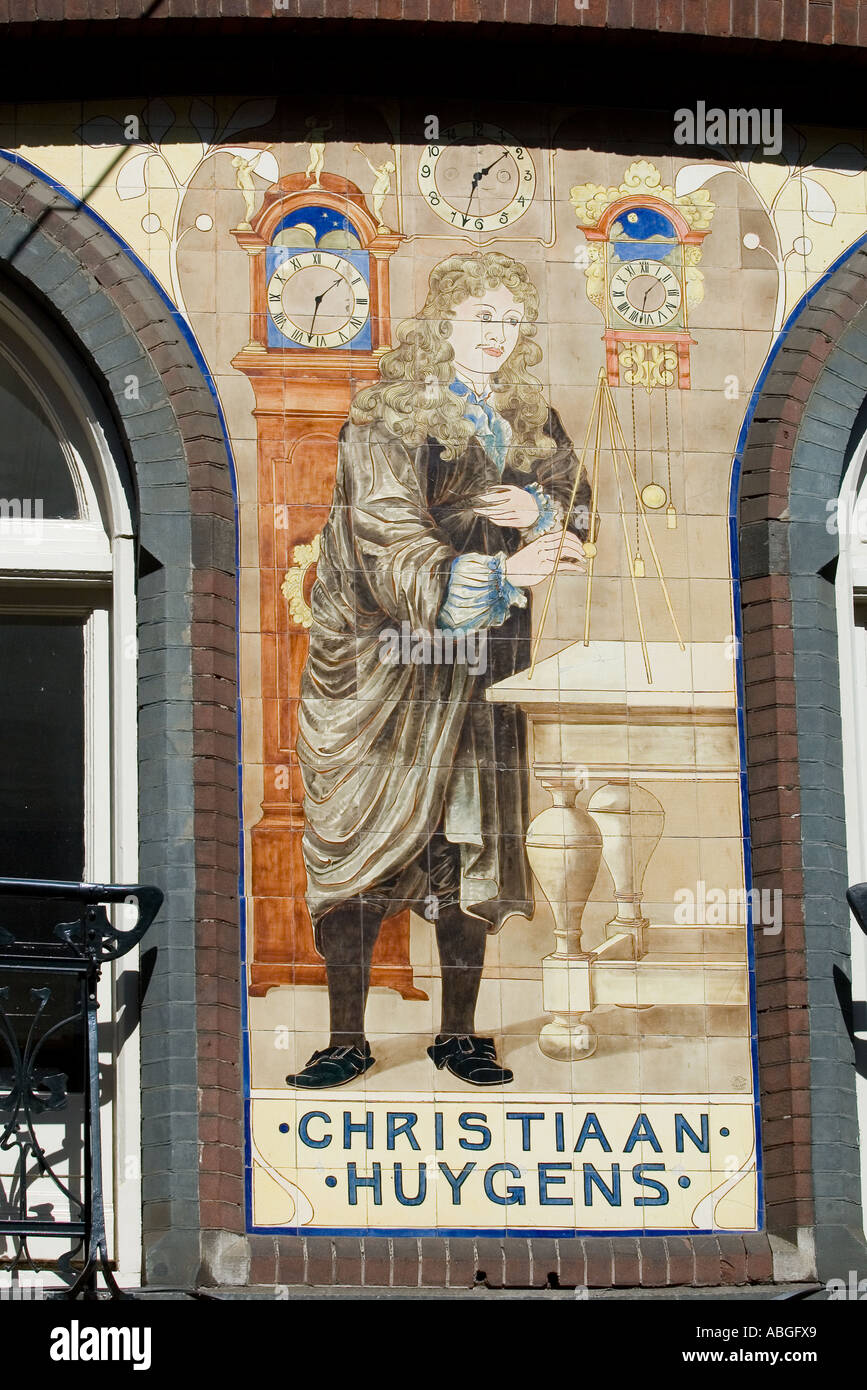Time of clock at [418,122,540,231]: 1:33
